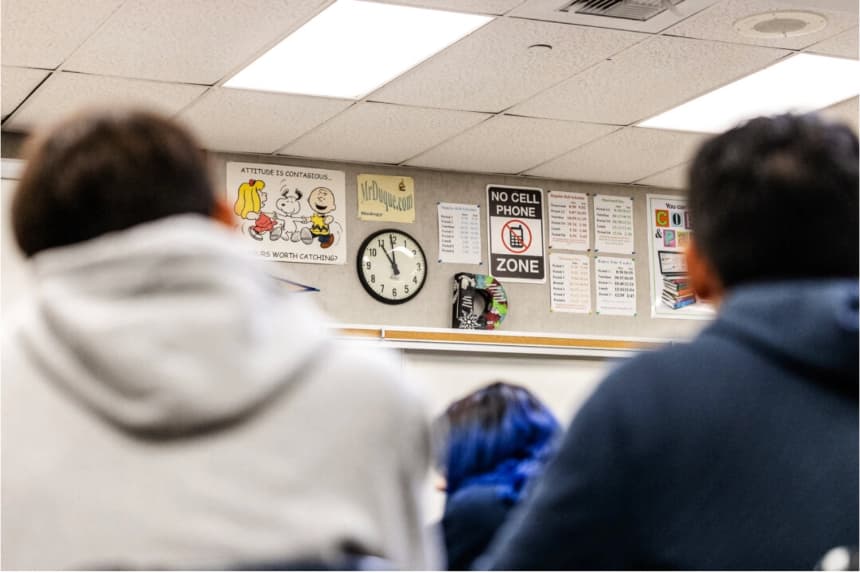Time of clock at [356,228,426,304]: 10:59
